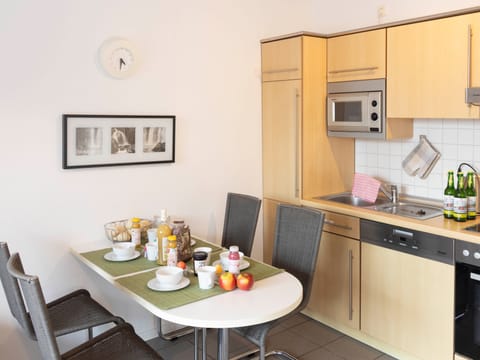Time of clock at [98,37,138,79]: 4:31
